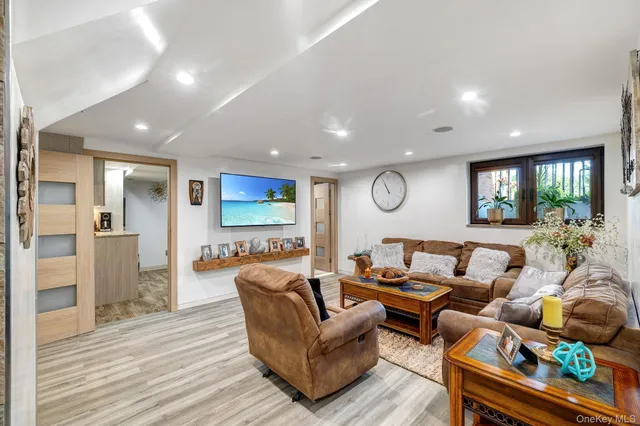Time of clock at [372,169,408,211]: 10:55
